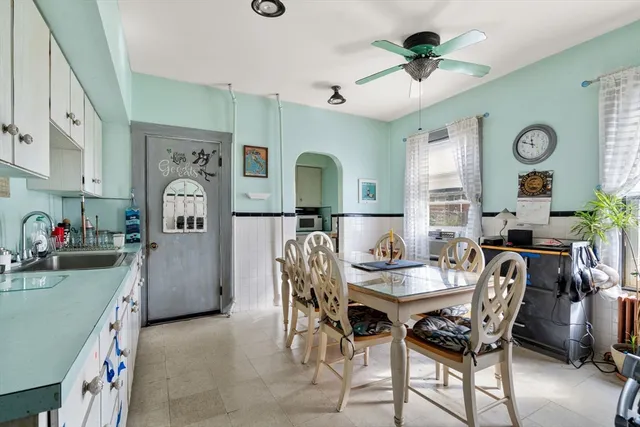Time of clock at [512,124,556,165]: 11:48
